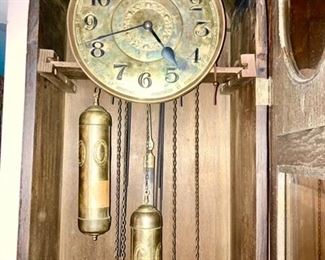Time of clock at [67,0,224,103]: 4:42
